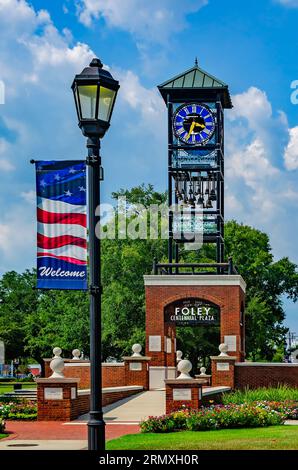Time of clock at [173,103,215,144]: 3:34
